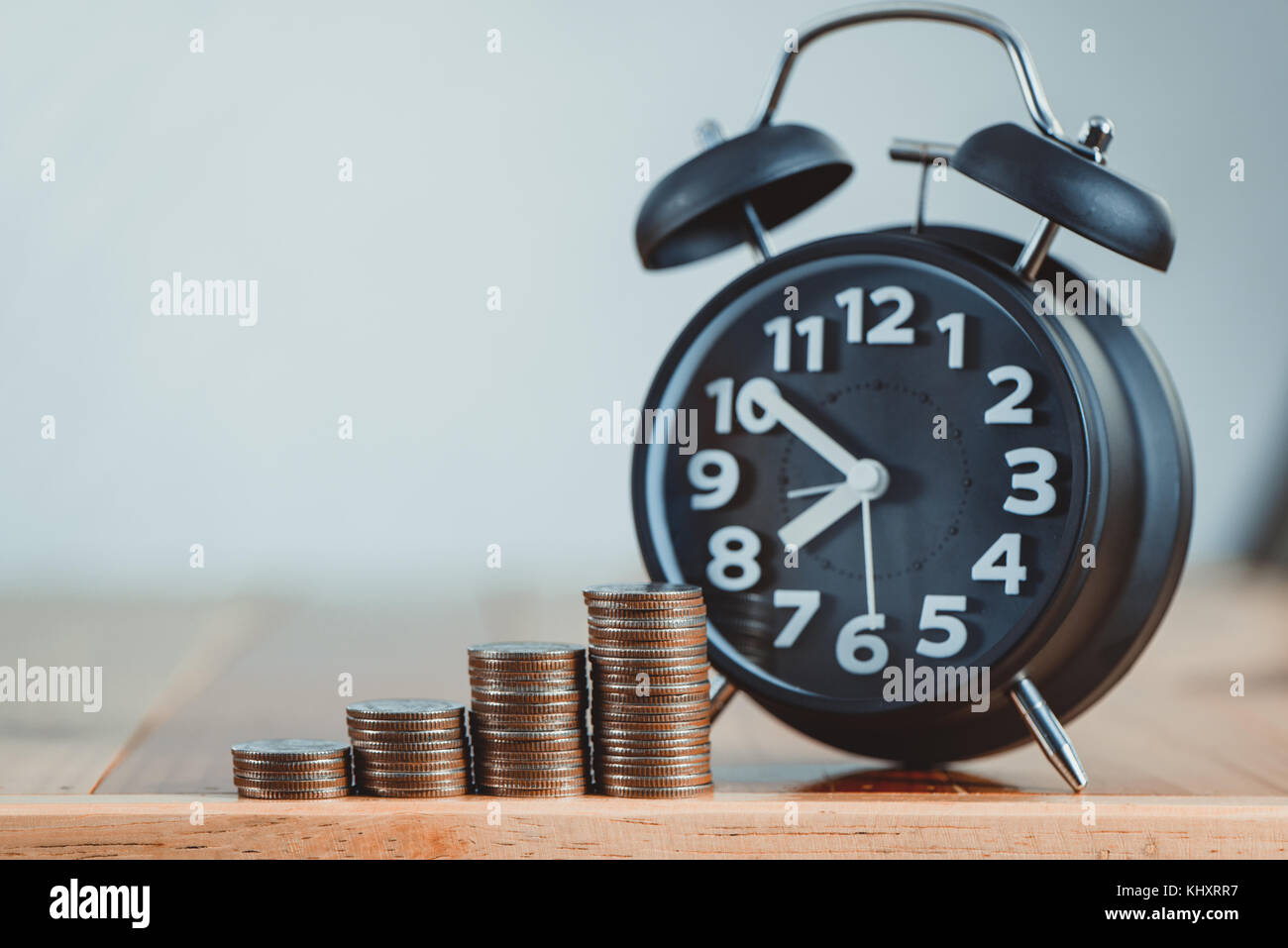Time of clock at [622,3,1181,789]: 7:51
